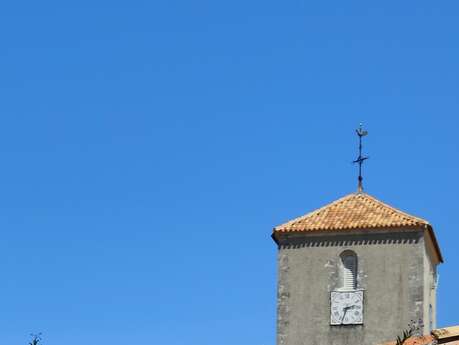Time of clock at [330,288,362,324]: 2:33
